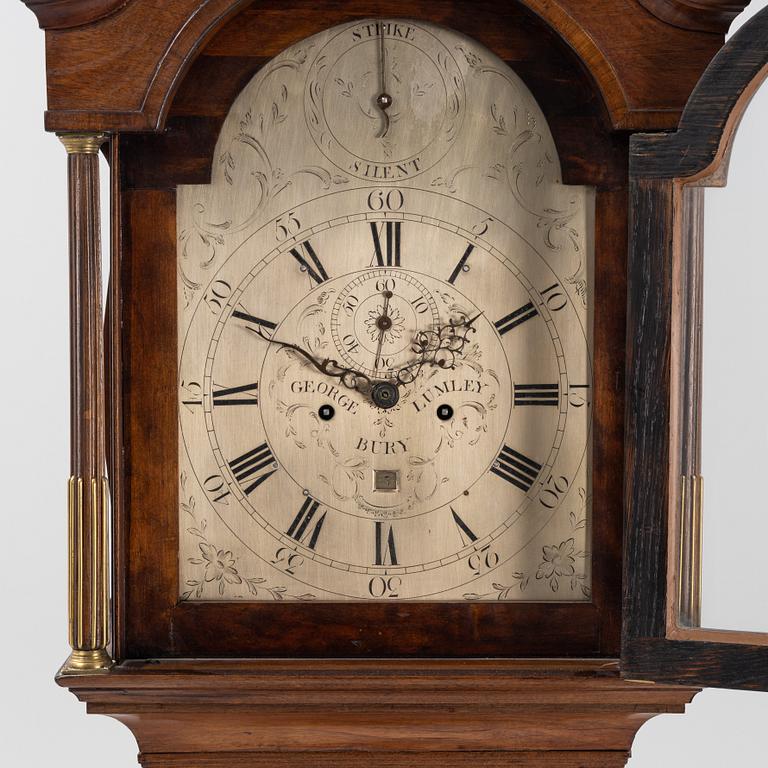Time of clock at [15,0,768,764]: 1:49
